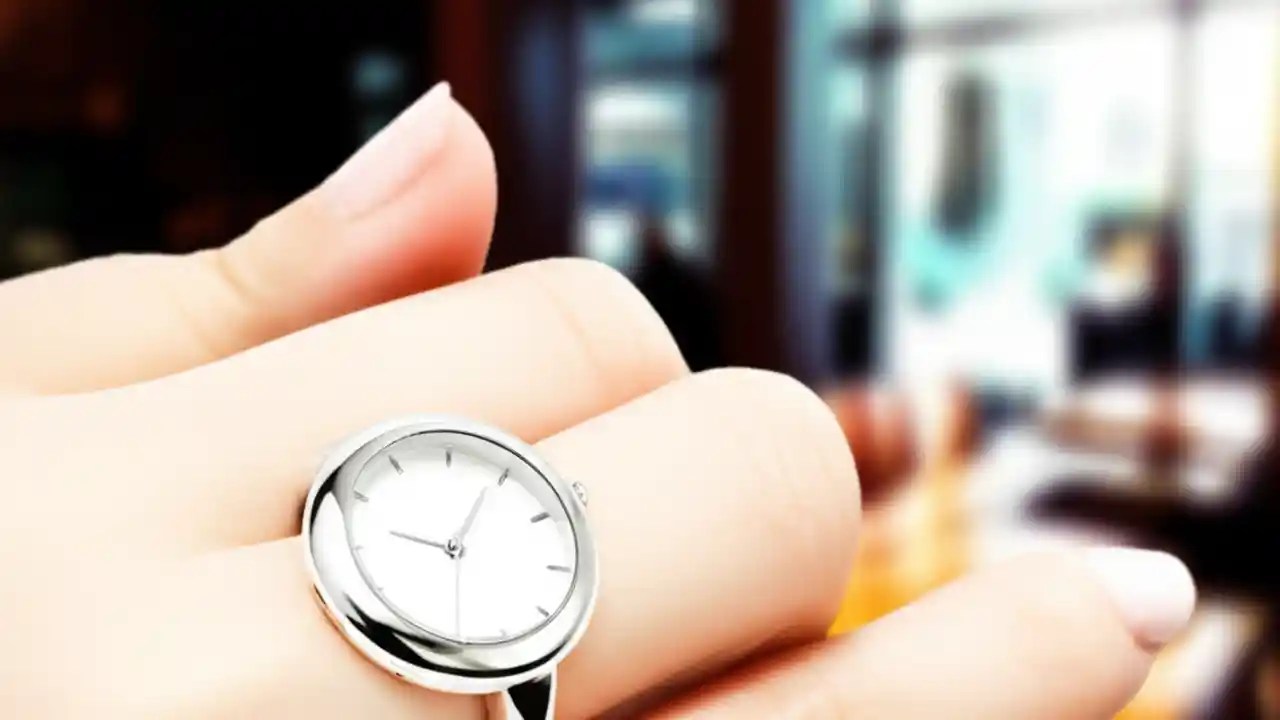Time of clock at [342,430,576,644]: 9:04
